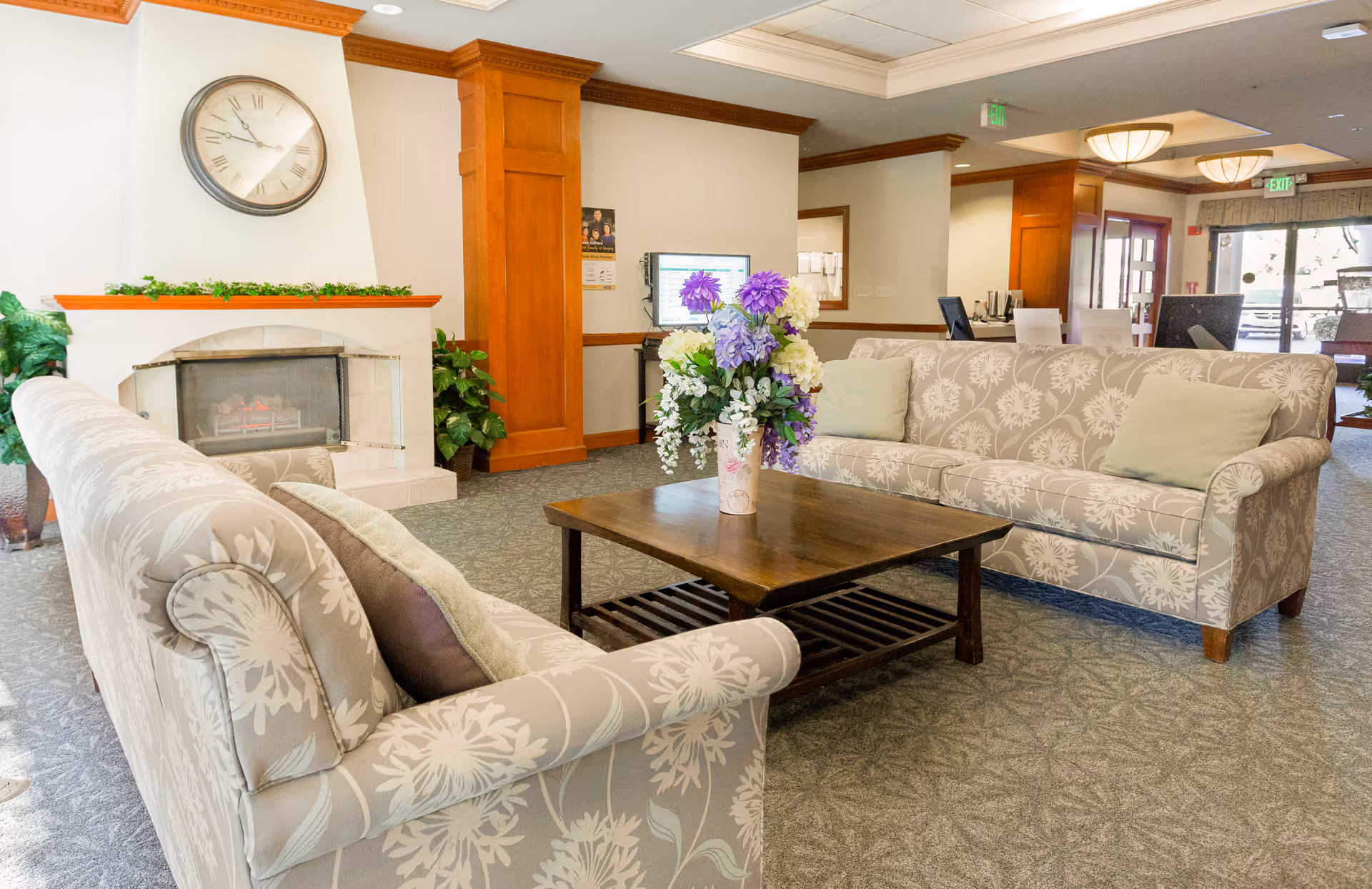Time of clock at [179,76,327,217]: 10:46
